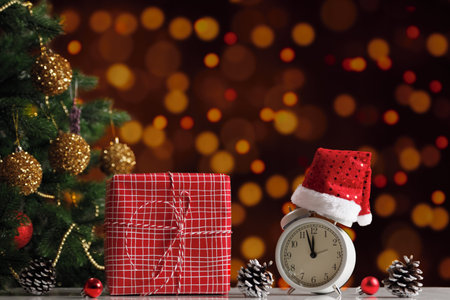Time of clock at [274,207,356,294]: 11:57
